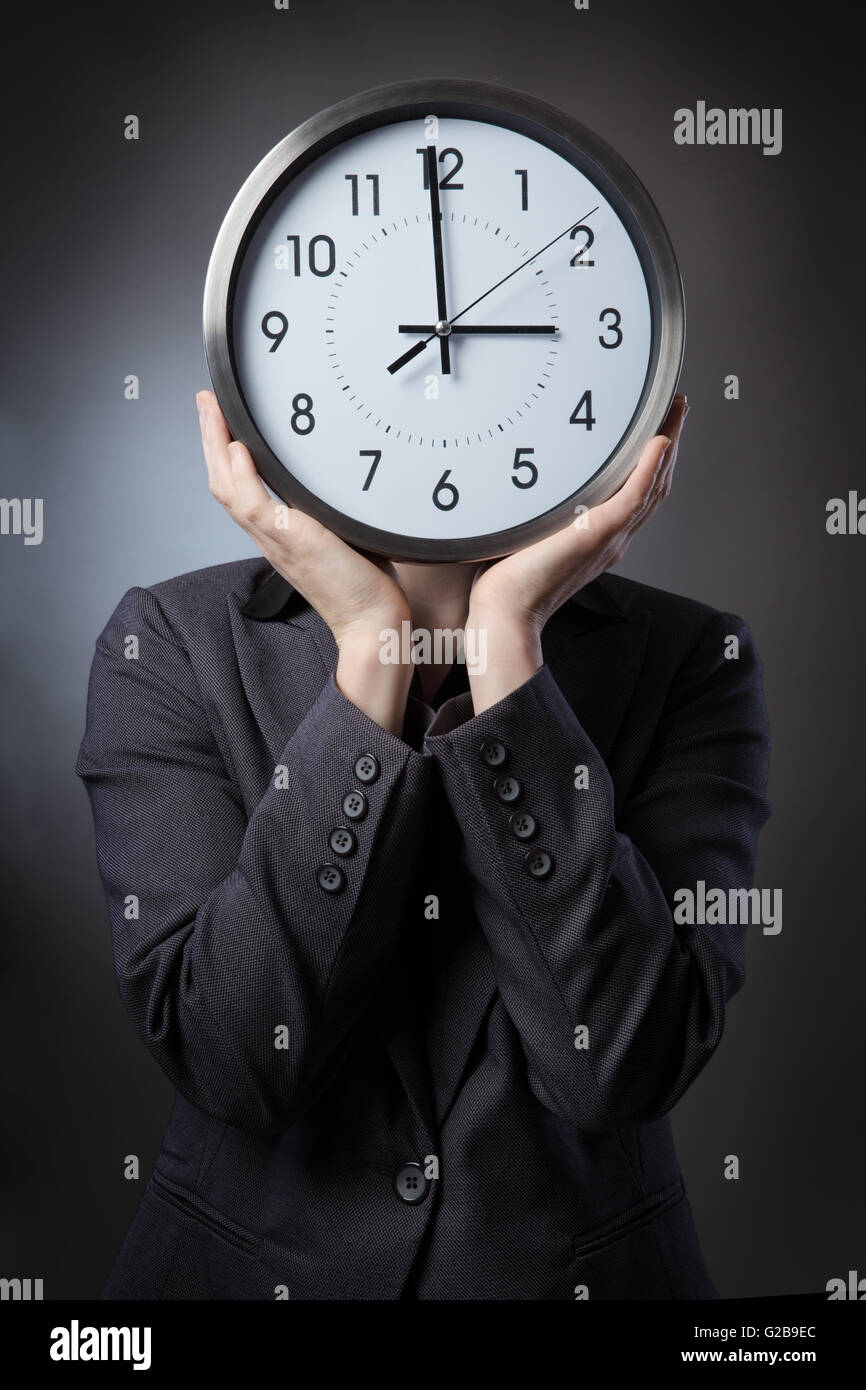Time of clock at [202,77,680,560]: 2:59
